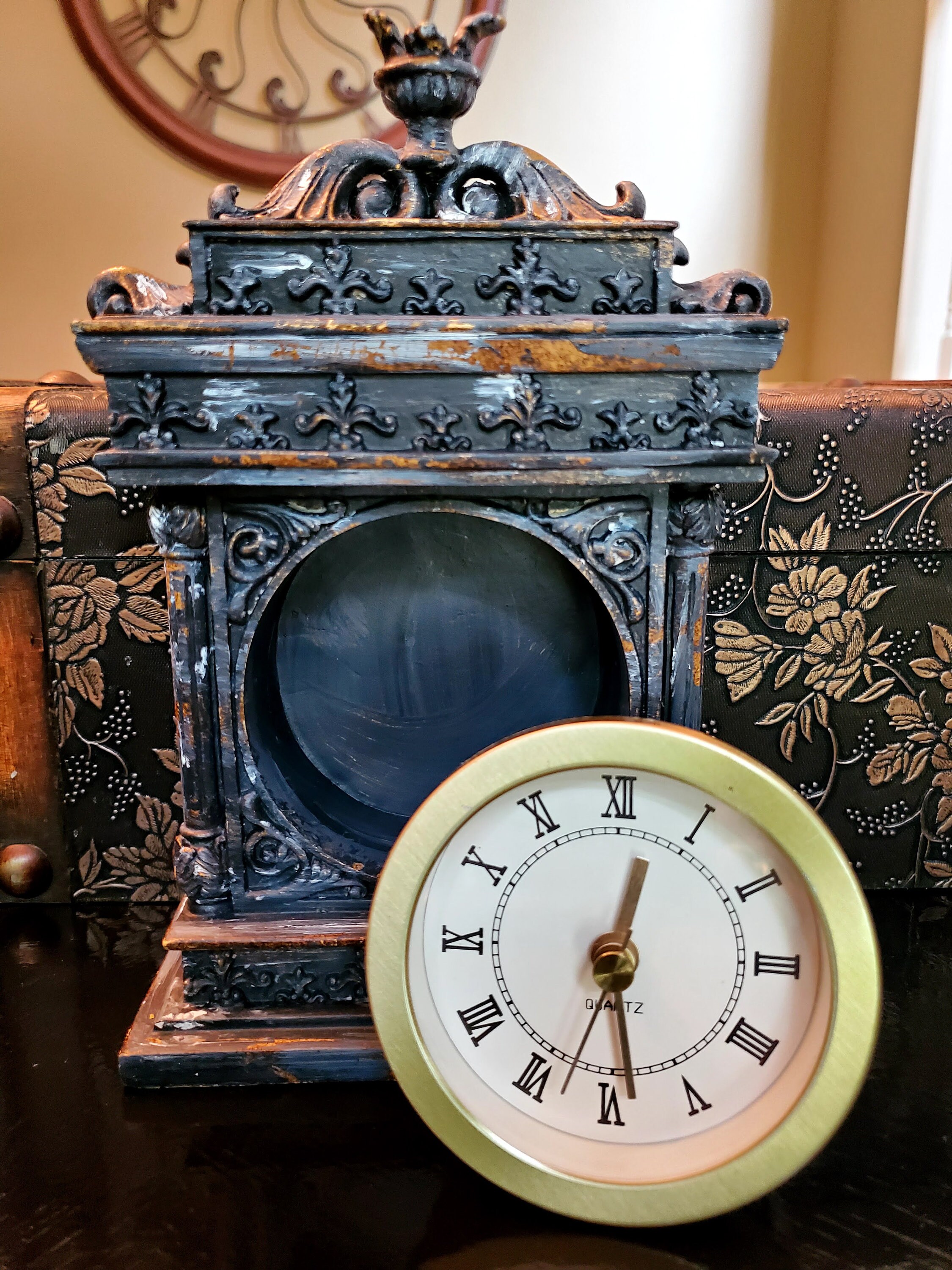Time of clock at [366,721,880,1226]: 12:28
